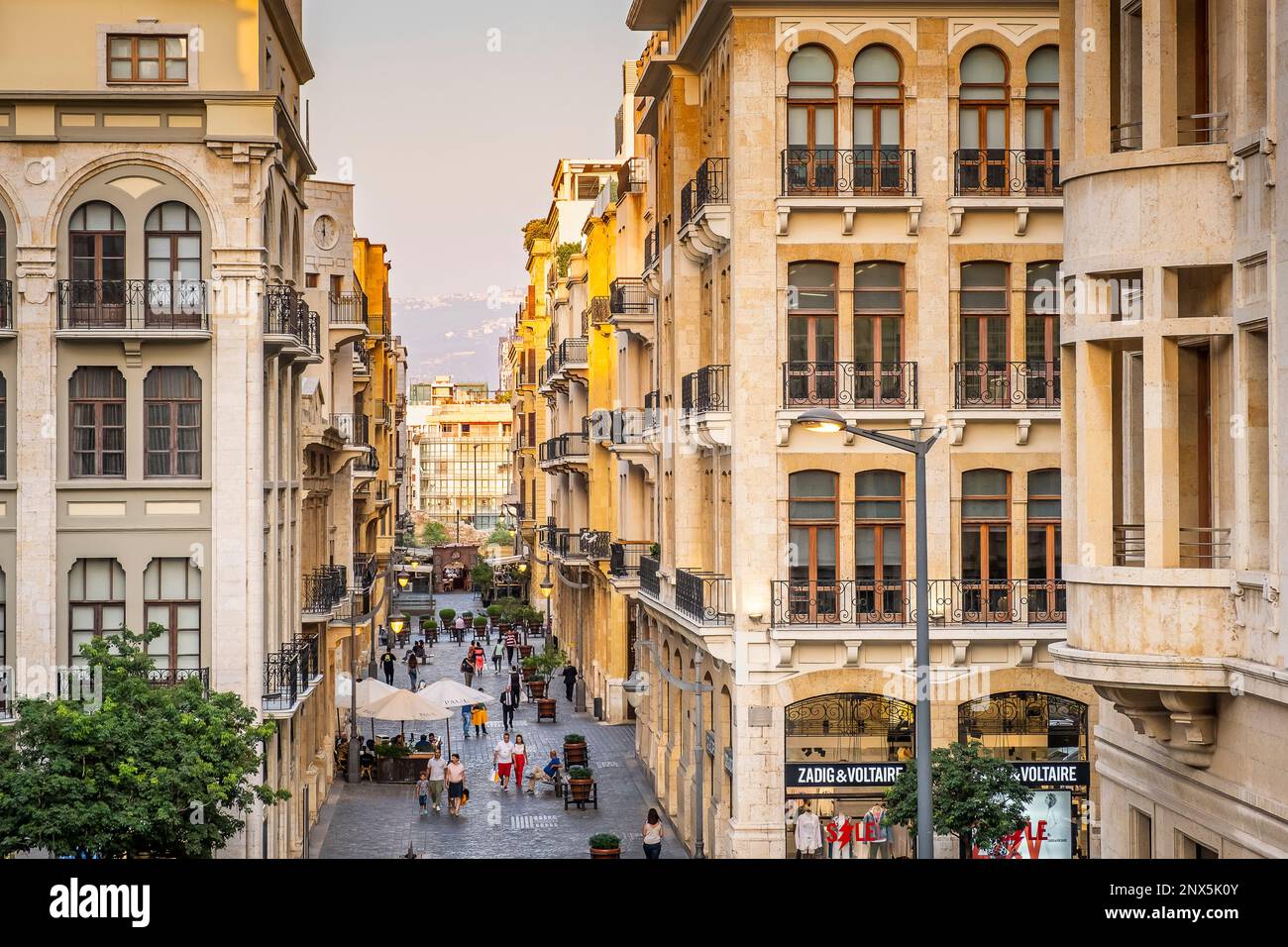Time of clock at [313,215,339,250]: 5:59
